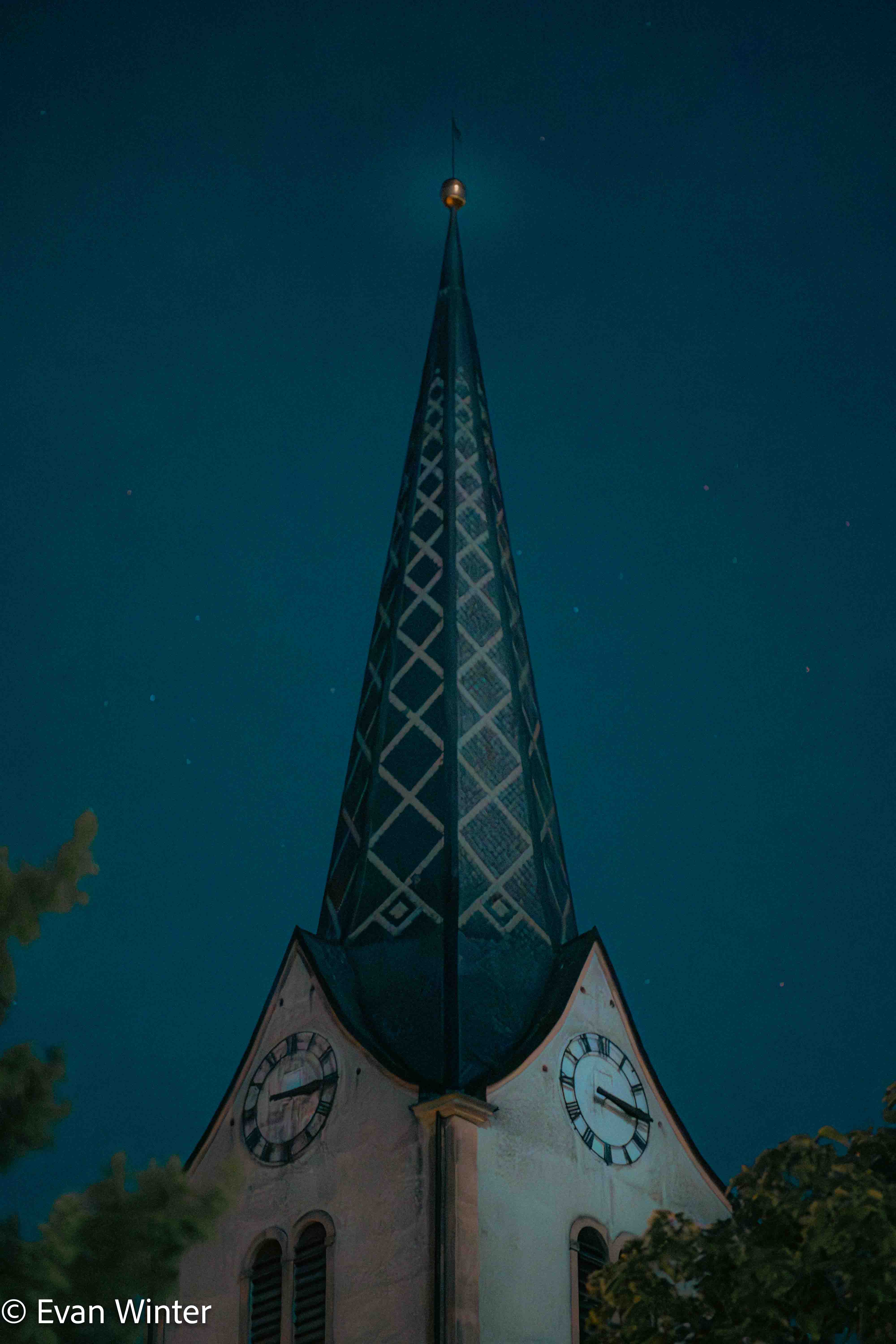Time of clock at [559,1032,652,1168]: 3:15
